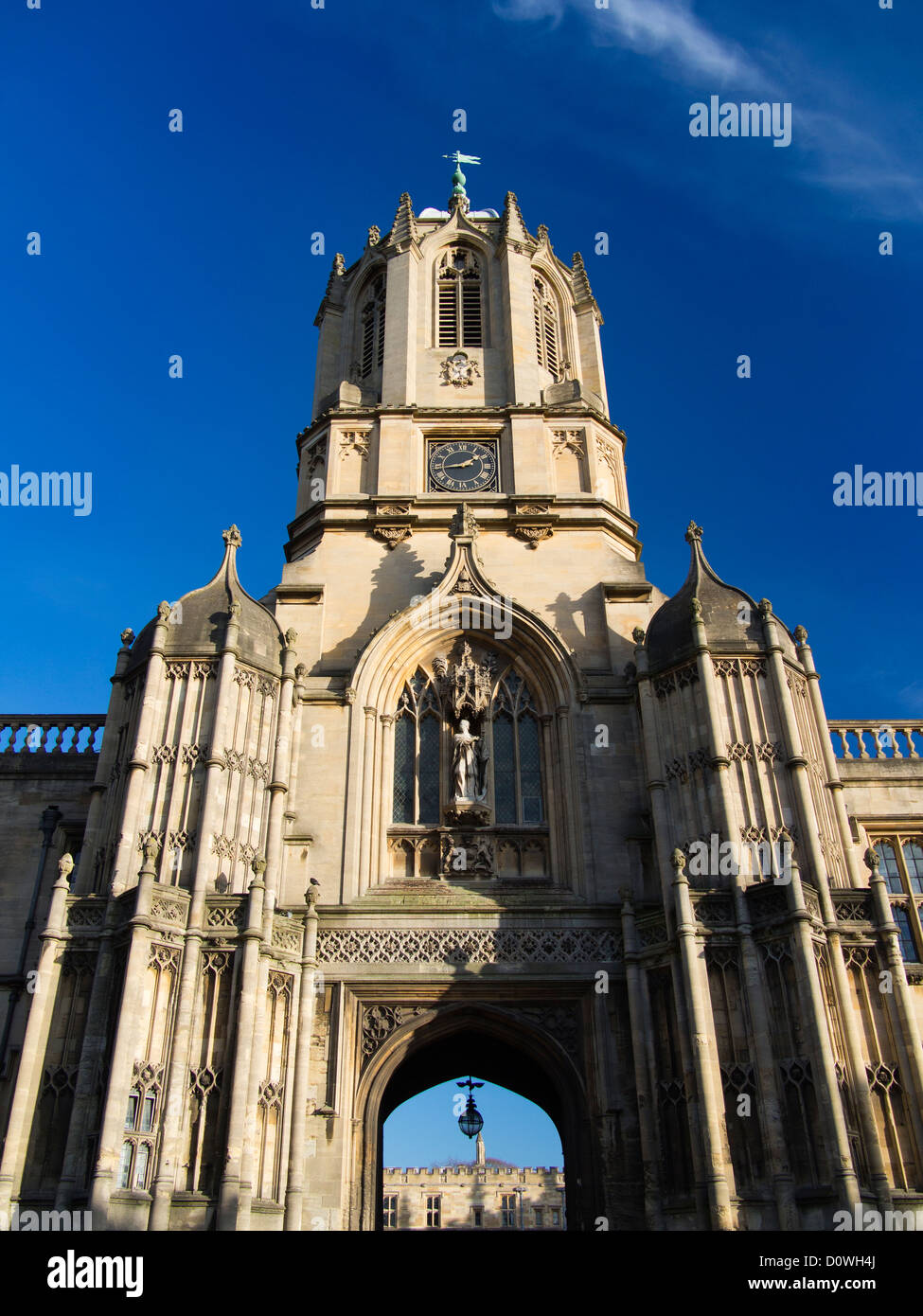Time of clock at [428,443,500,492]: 1:43
